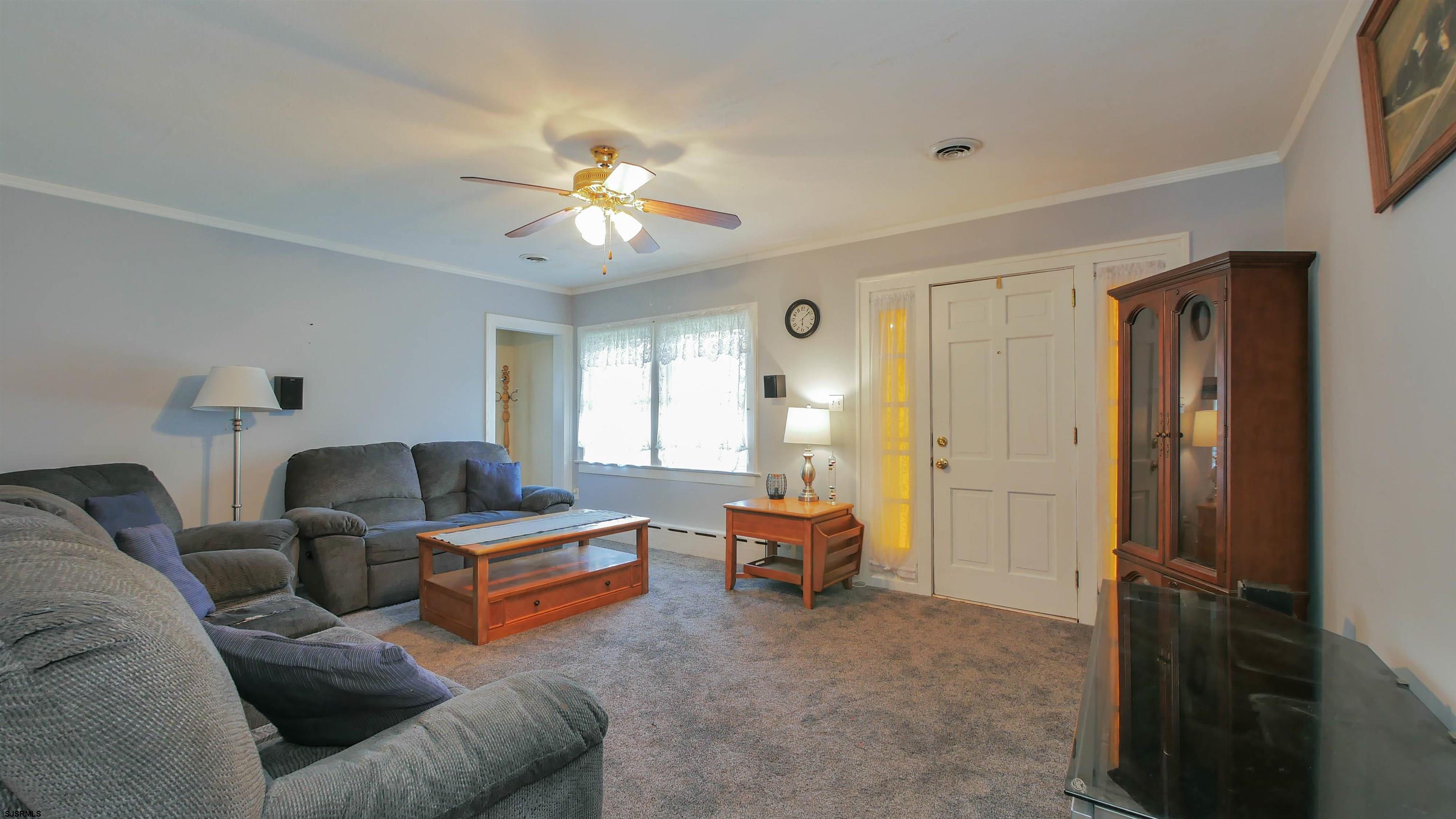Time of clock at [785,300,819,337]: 6:08
